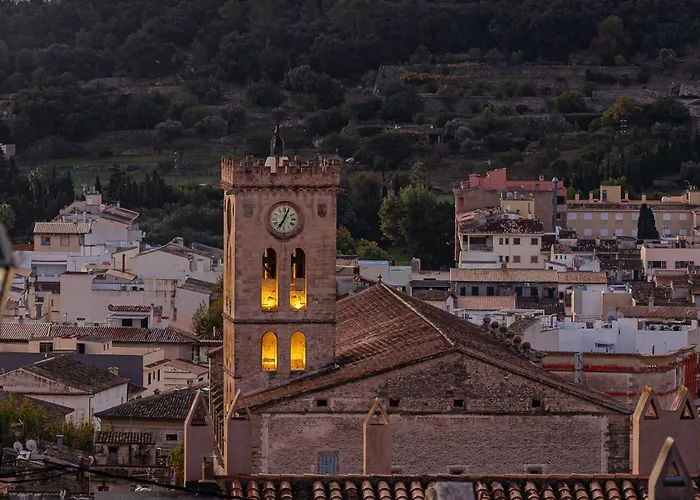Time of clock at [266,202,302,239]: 7:04
